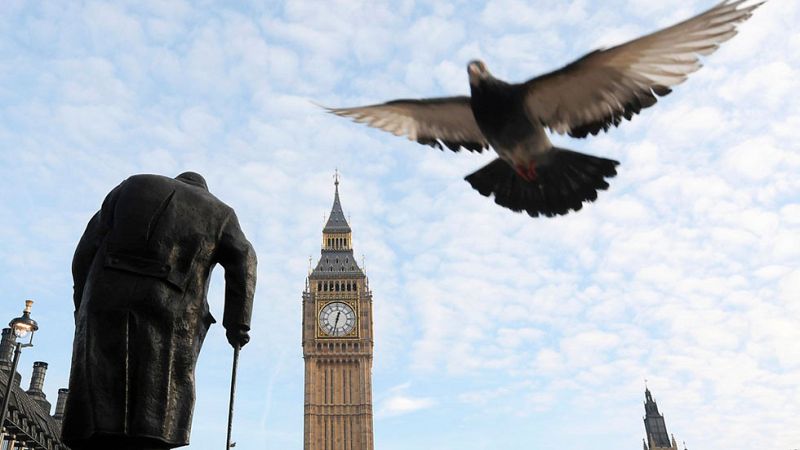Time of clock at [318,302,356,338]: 12:32
